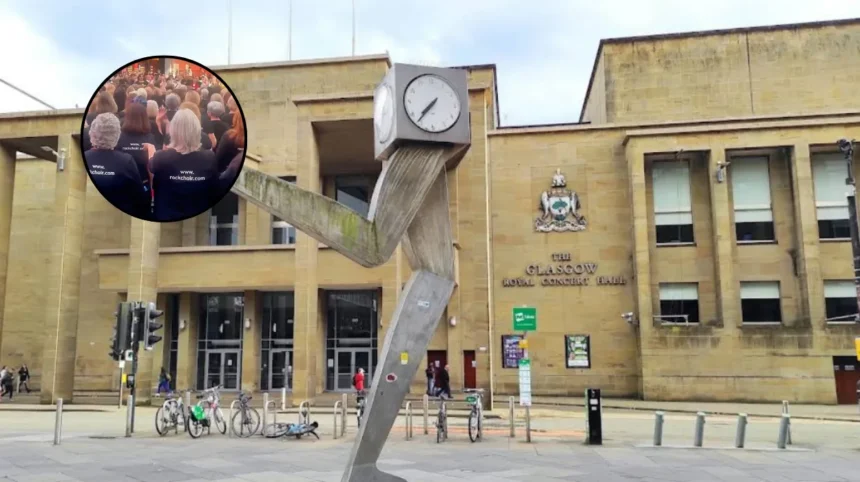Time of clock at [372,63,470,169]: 7:36
